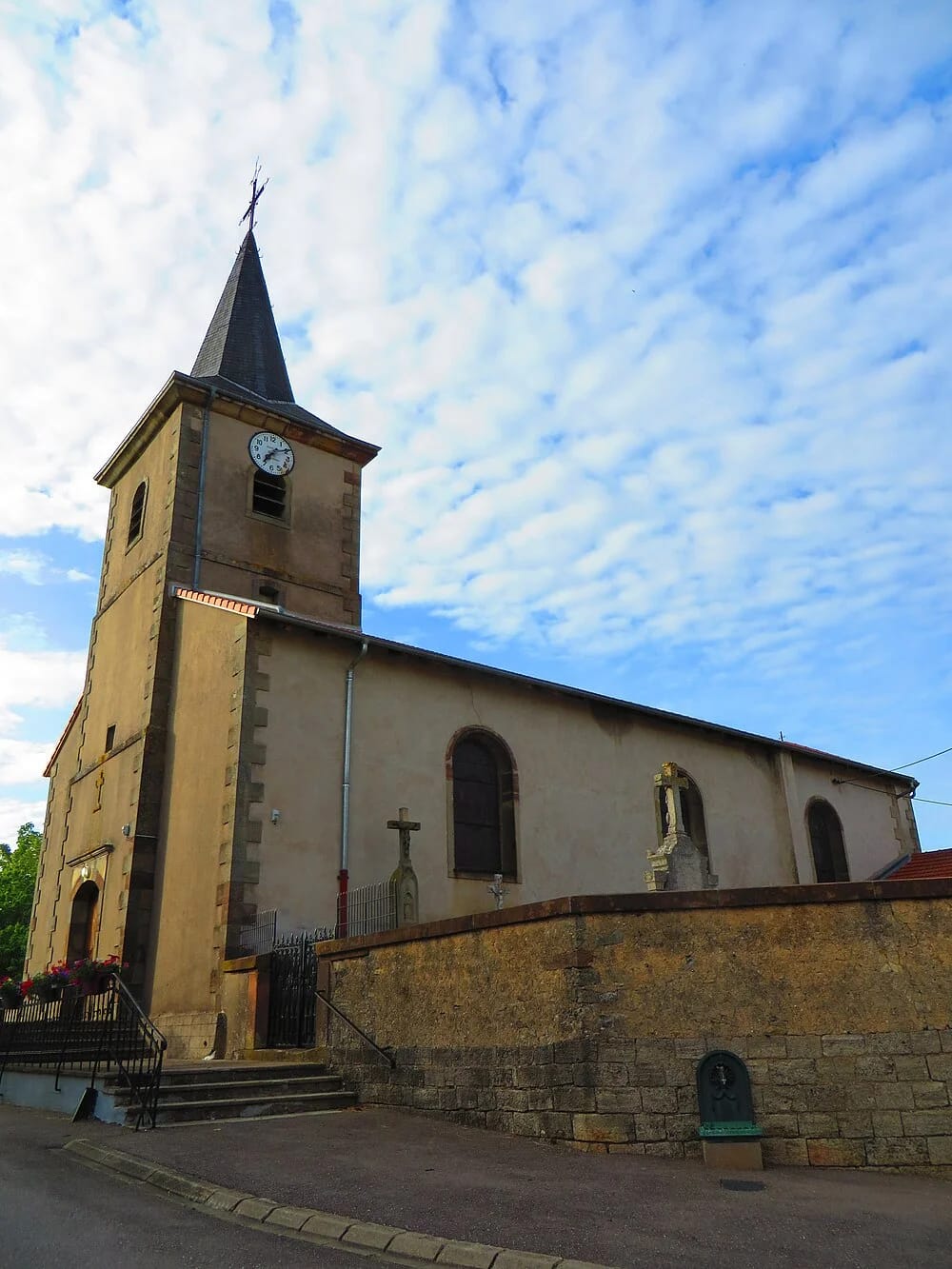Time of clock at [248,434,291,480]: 7:09
